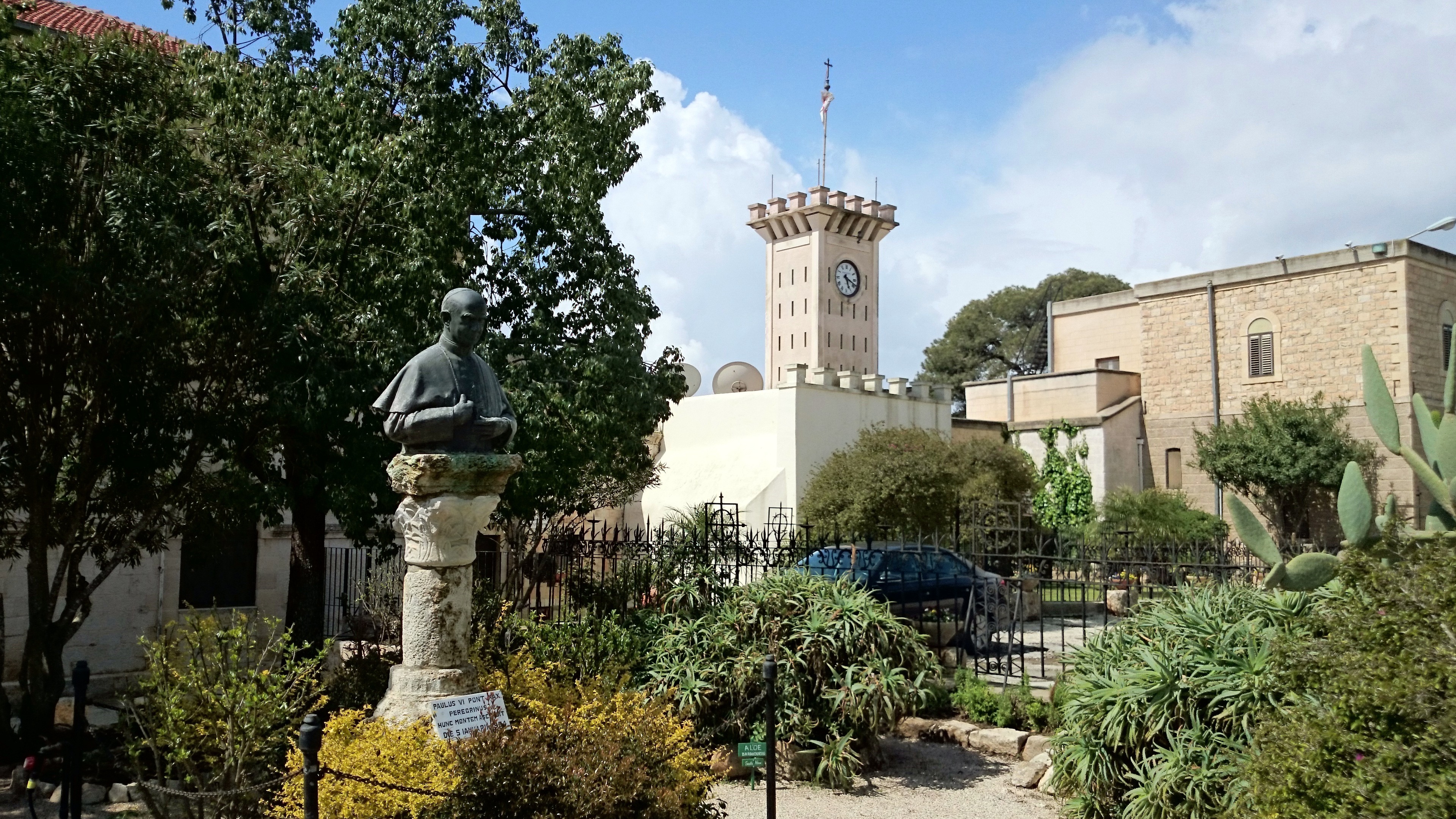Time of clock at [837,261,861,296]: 5:18
